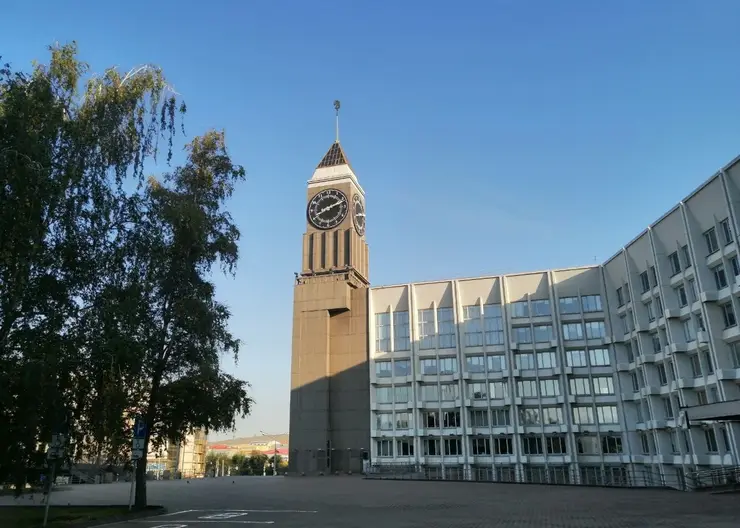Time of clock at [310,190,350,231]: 8:11
